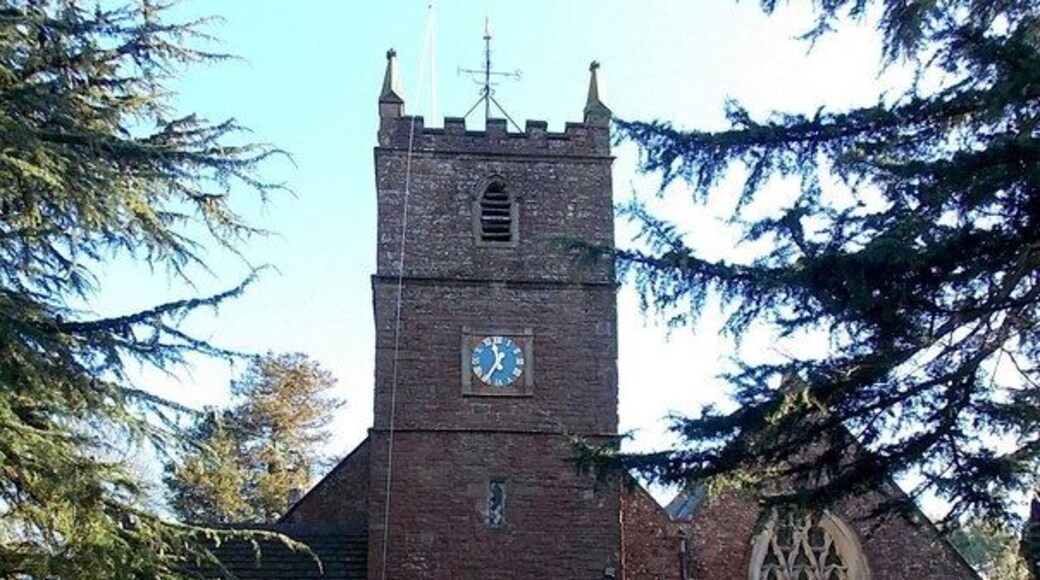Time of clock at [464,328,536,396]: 11:35
